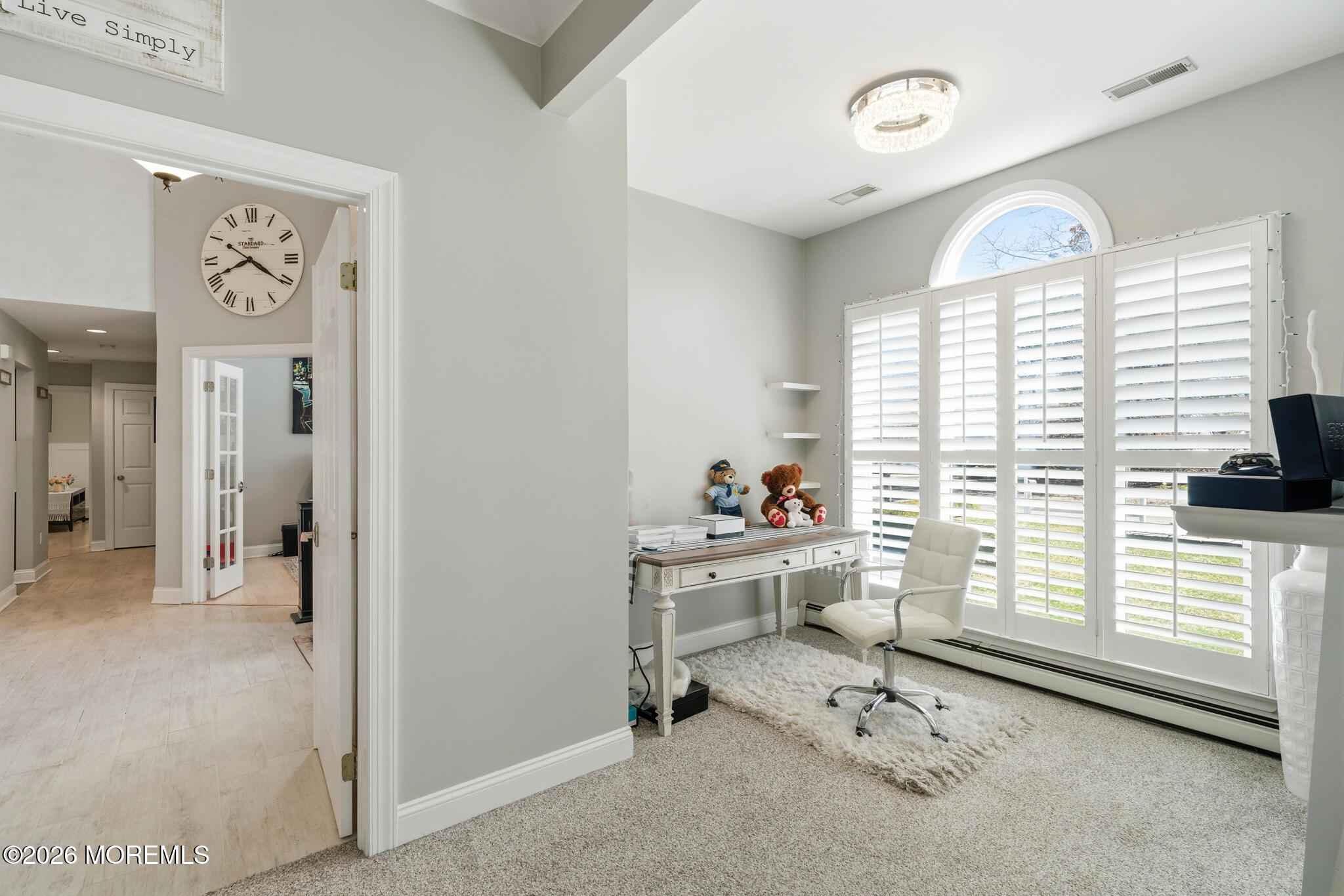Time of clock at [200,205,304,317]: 8:20
